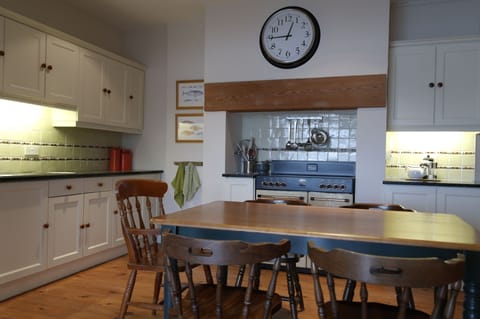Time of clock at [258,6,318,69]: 12:44
